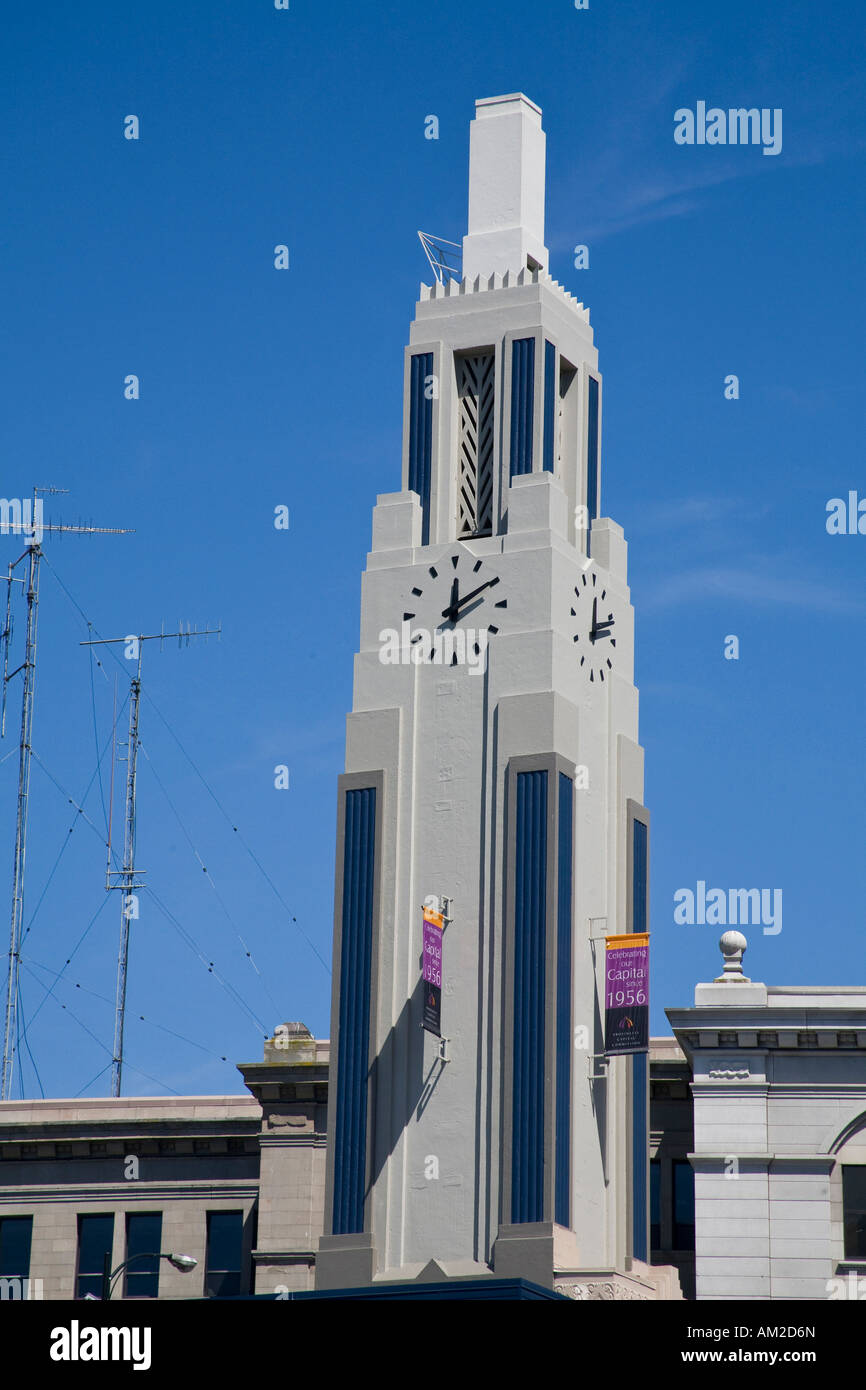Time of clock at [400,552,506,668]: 12:09
